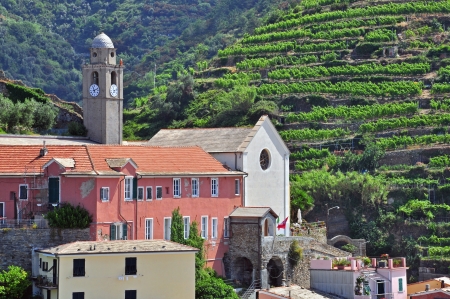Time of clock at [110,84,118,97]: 7:12
